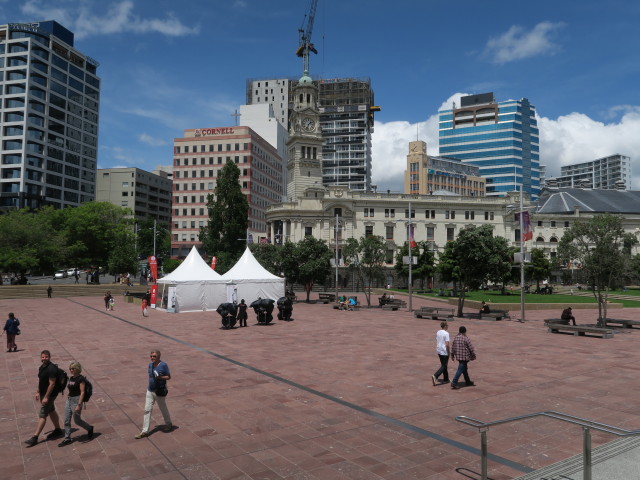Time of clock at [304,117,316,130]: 1:33
